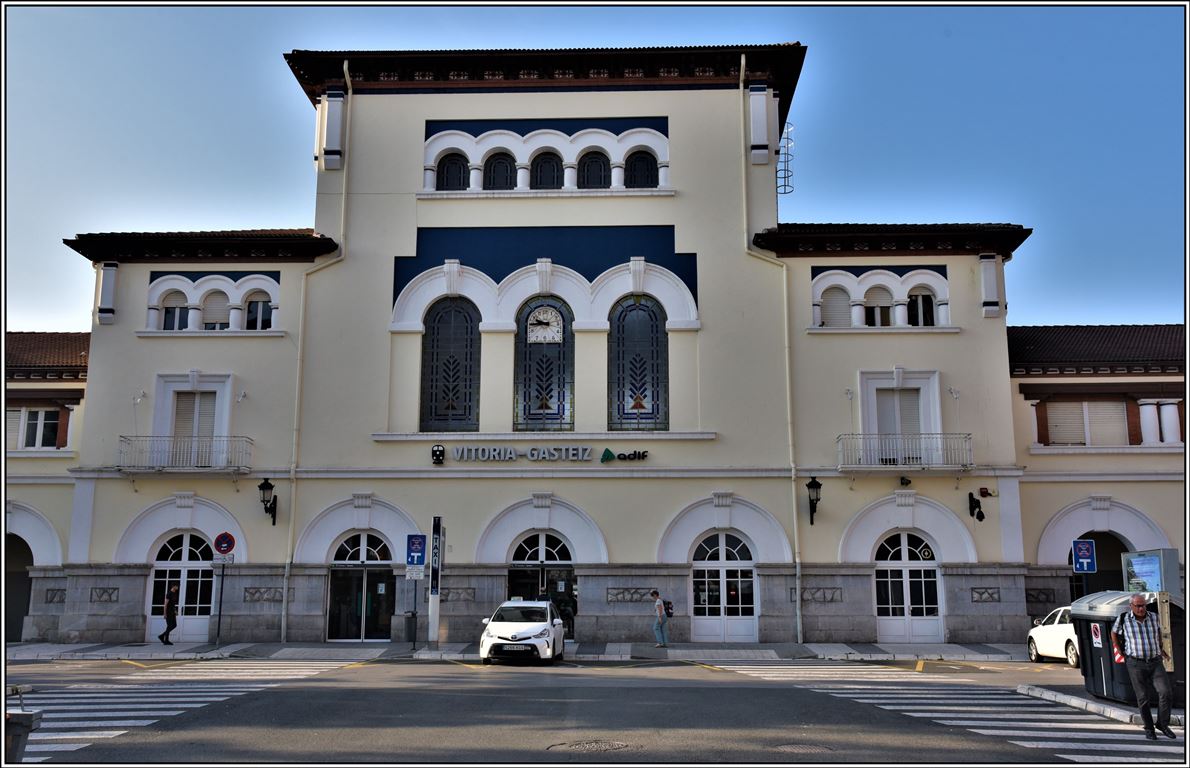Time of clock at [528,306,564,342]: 9:44
